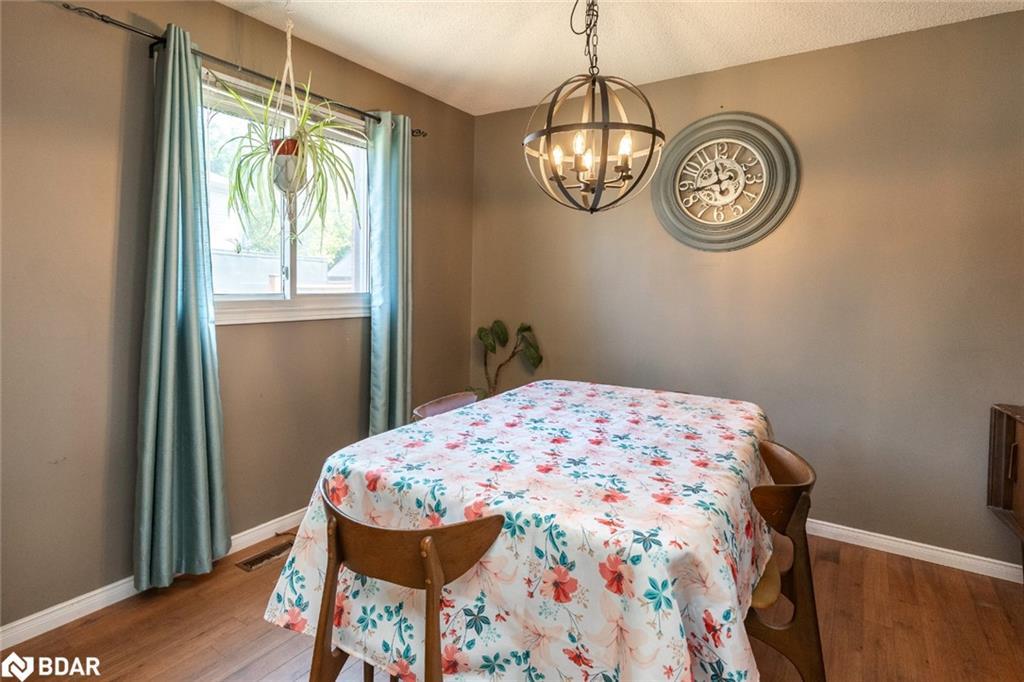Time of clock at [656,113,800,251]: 11:42
